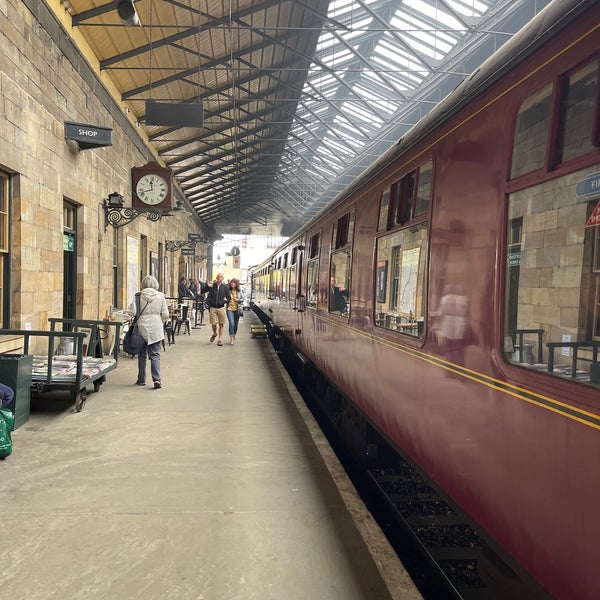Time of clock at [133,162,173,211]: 11:42
